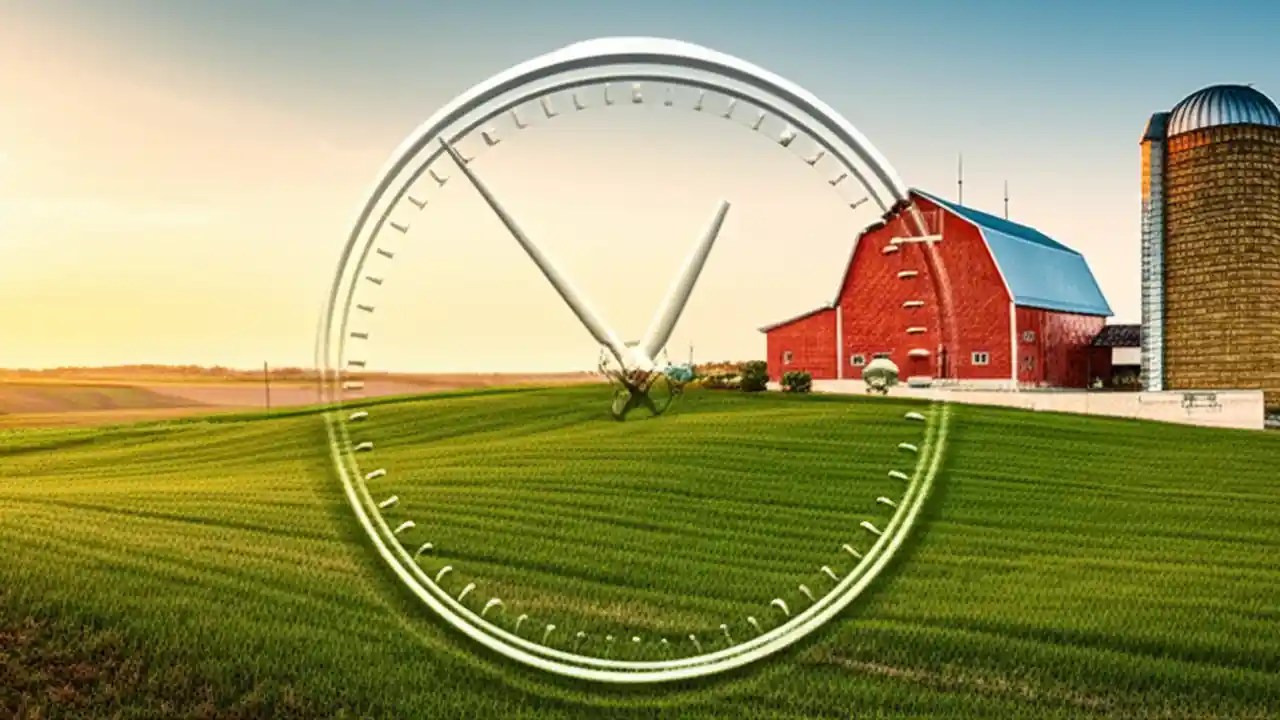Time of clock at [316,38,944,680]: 12:53
